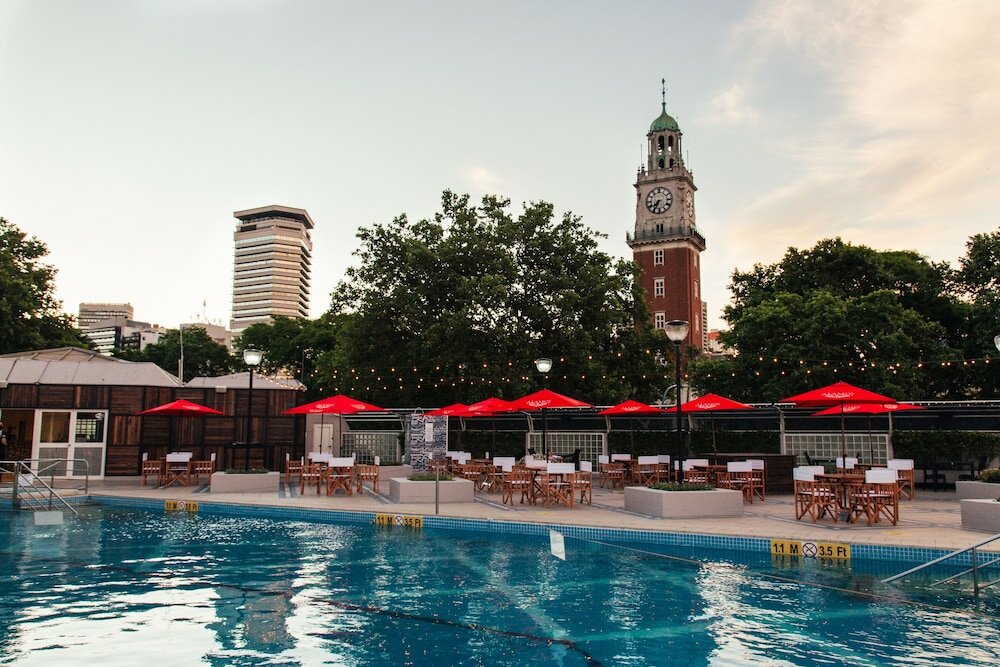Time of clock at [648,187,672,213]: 7:34
